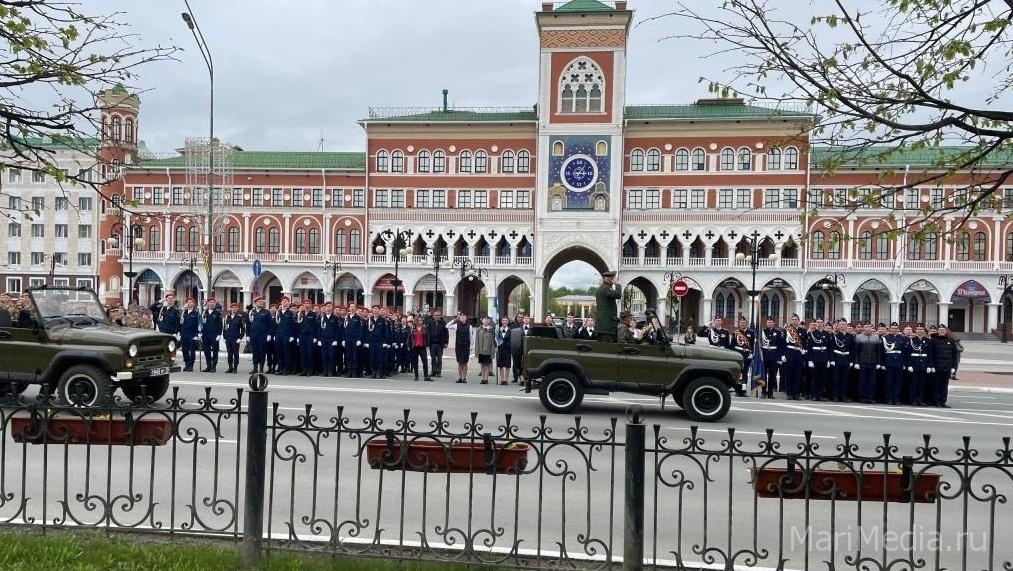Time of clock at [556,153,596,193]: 3:06
